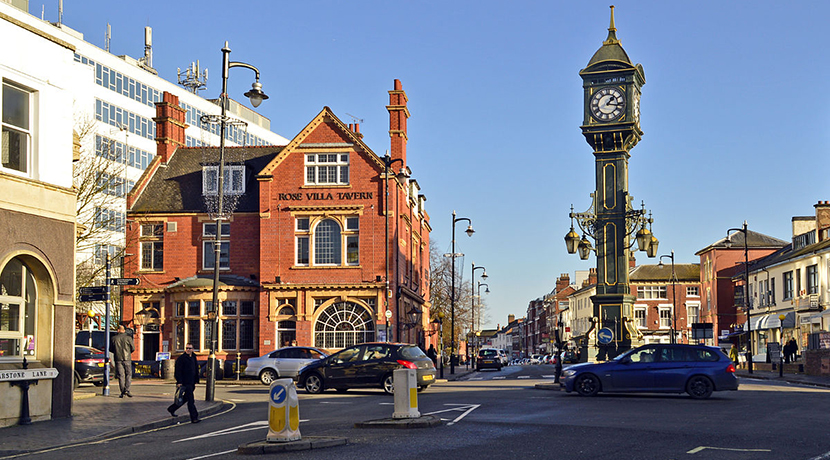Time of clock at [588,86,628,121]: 1:16
